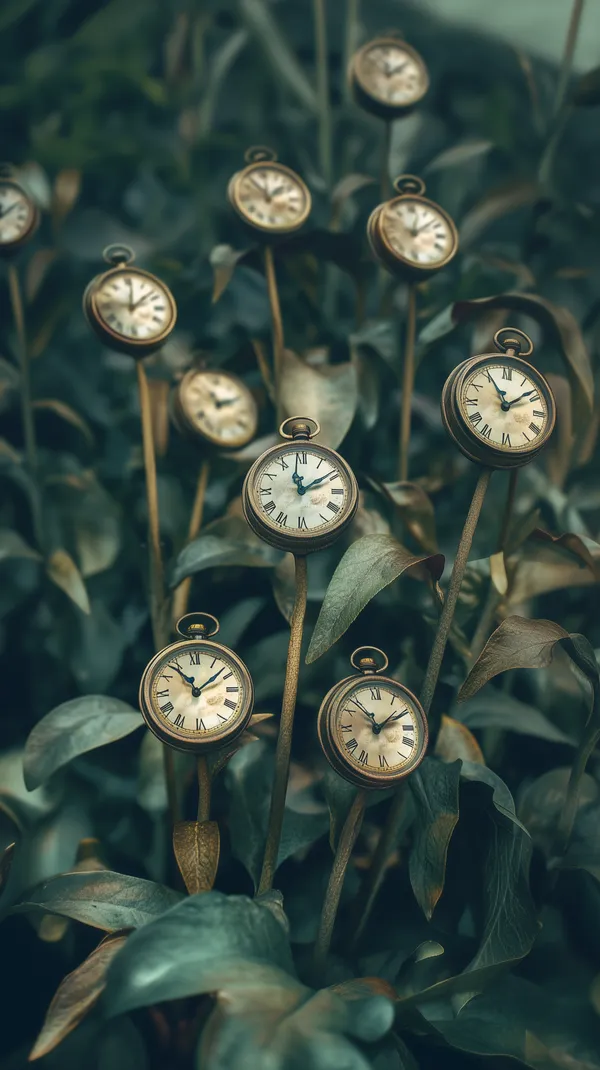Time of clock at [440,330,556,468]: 11:08
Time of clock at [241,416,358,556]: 11:09
